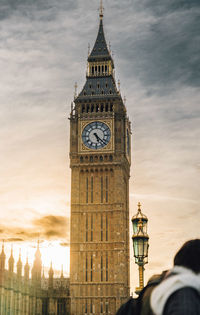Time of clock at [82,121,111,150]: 5:22
